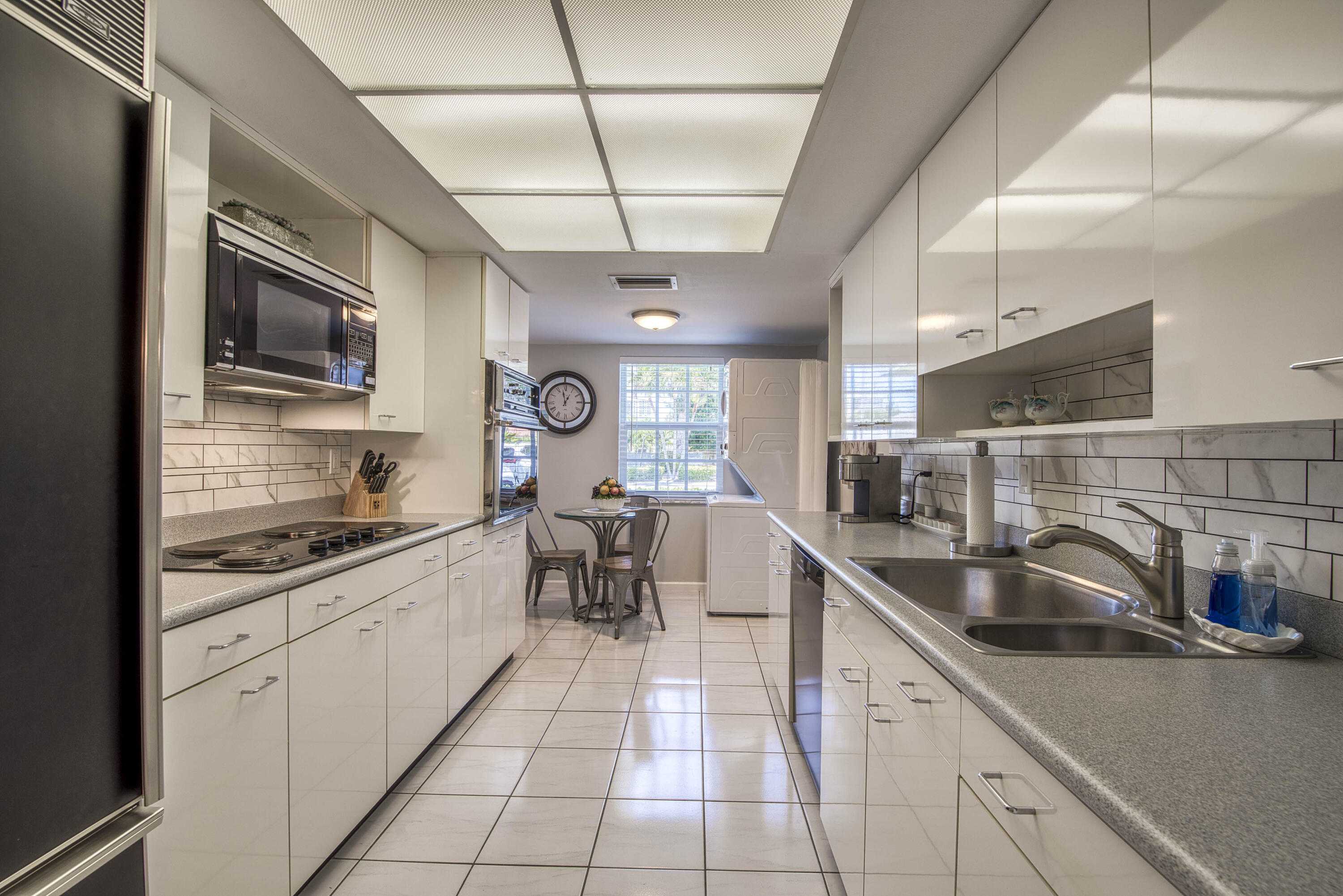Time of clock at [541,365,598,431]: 12:58
